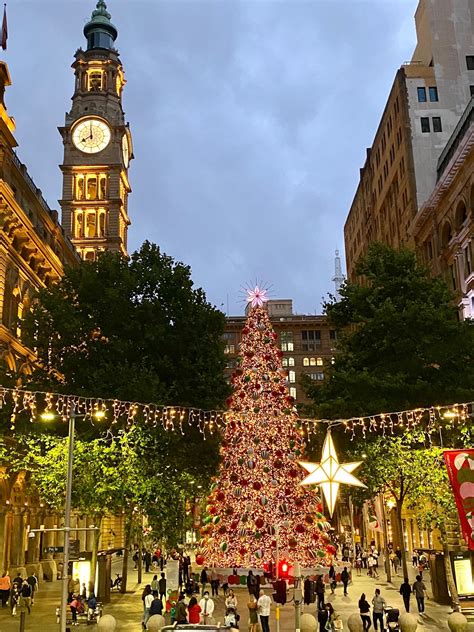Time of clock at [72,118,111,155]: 7:59
